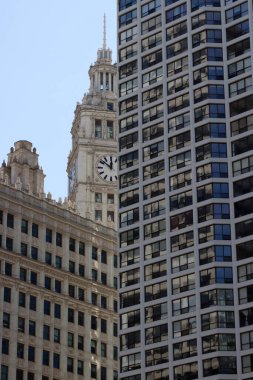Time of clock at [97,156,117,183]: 11:51
